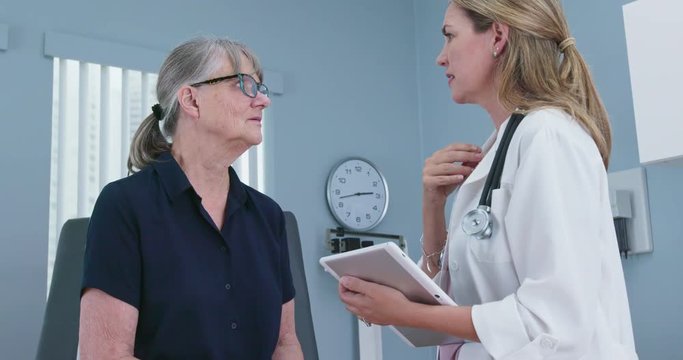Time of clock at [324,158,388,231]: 2:42
